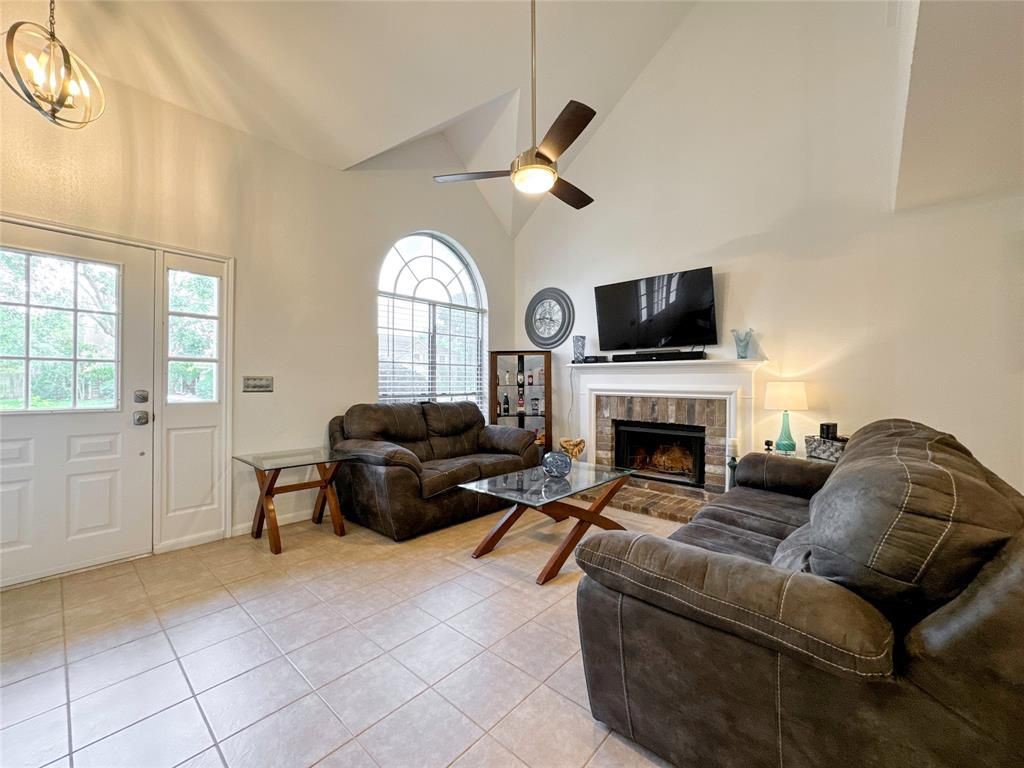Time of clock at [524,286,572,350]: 3:43
